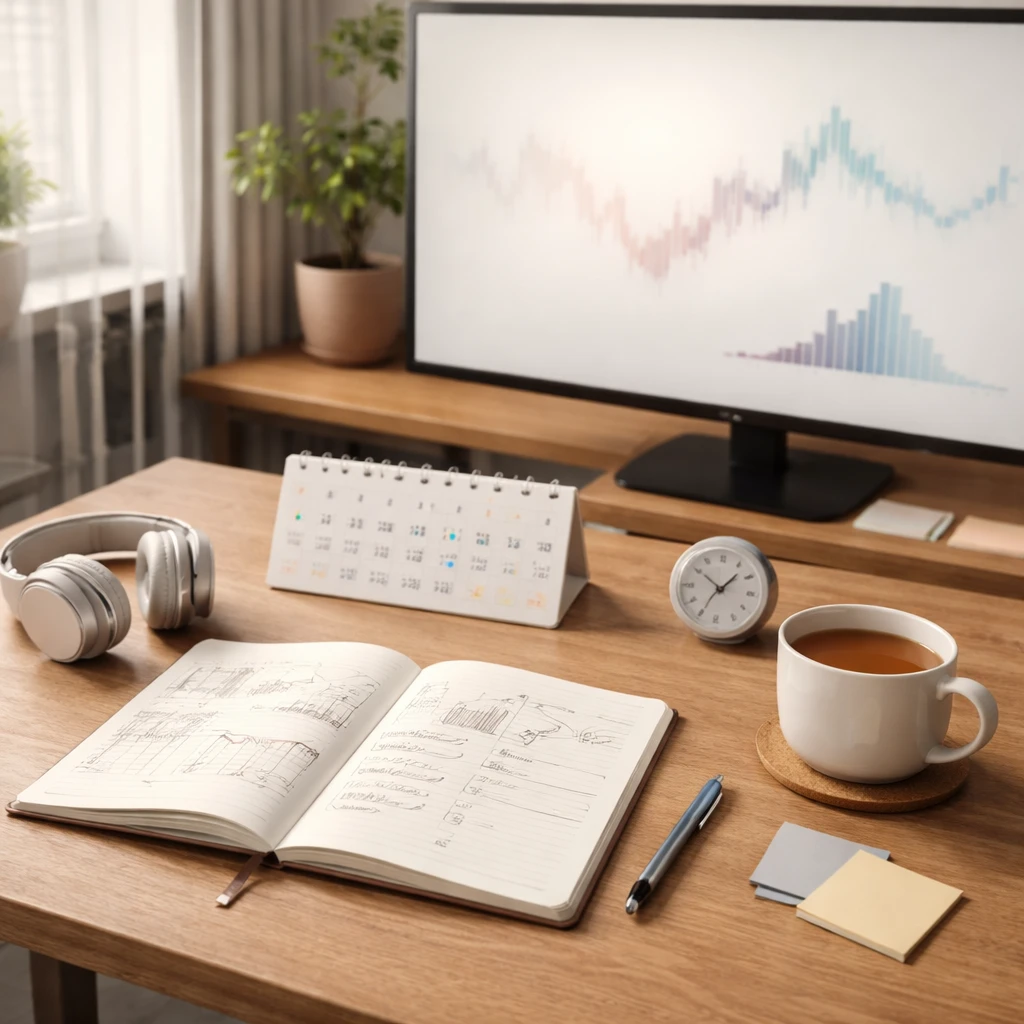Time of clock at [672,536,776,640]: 10:07
